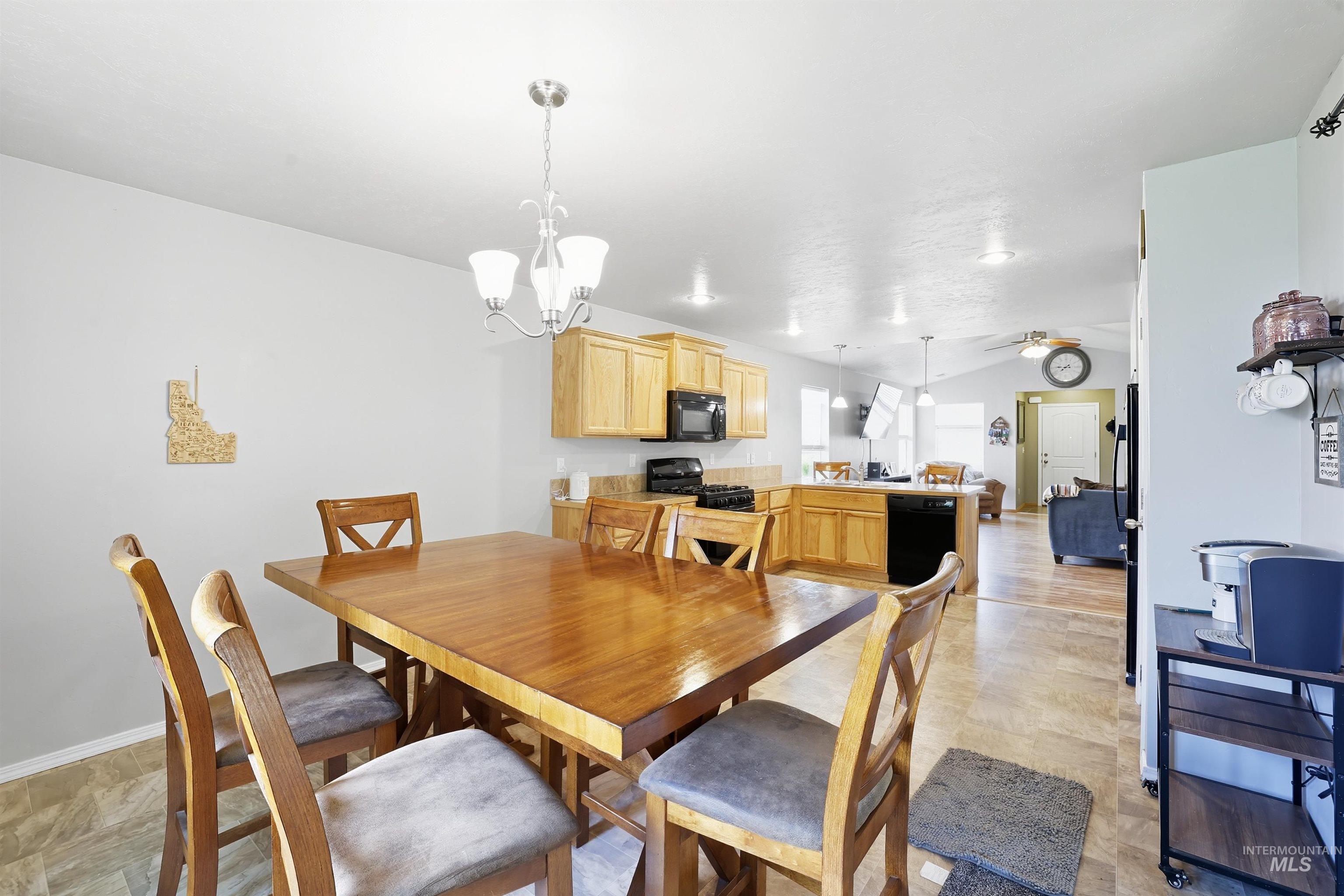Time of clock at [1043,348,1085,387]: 7:44
